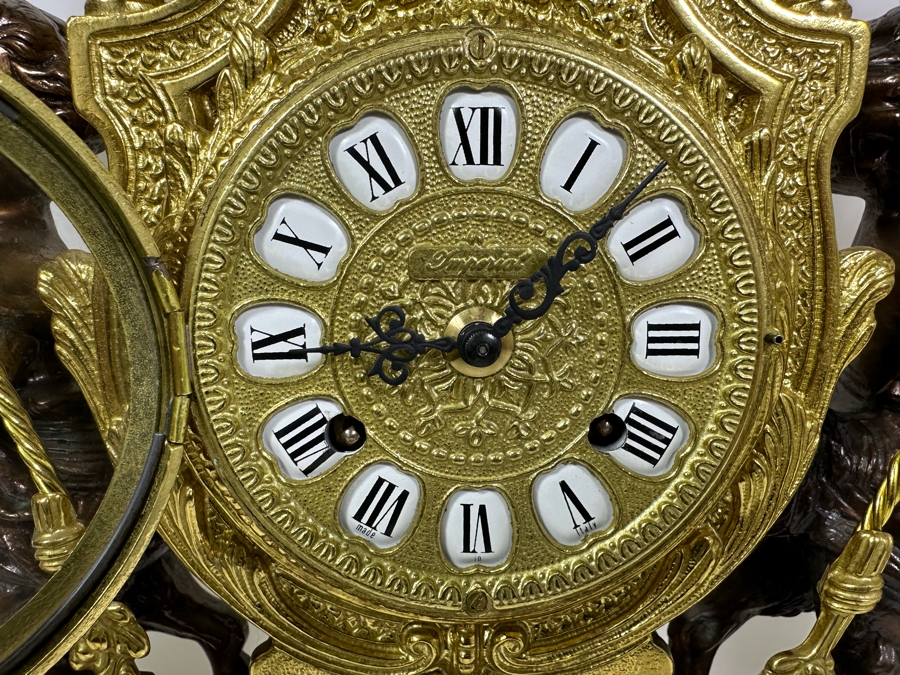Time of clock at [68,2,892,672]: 9:07
